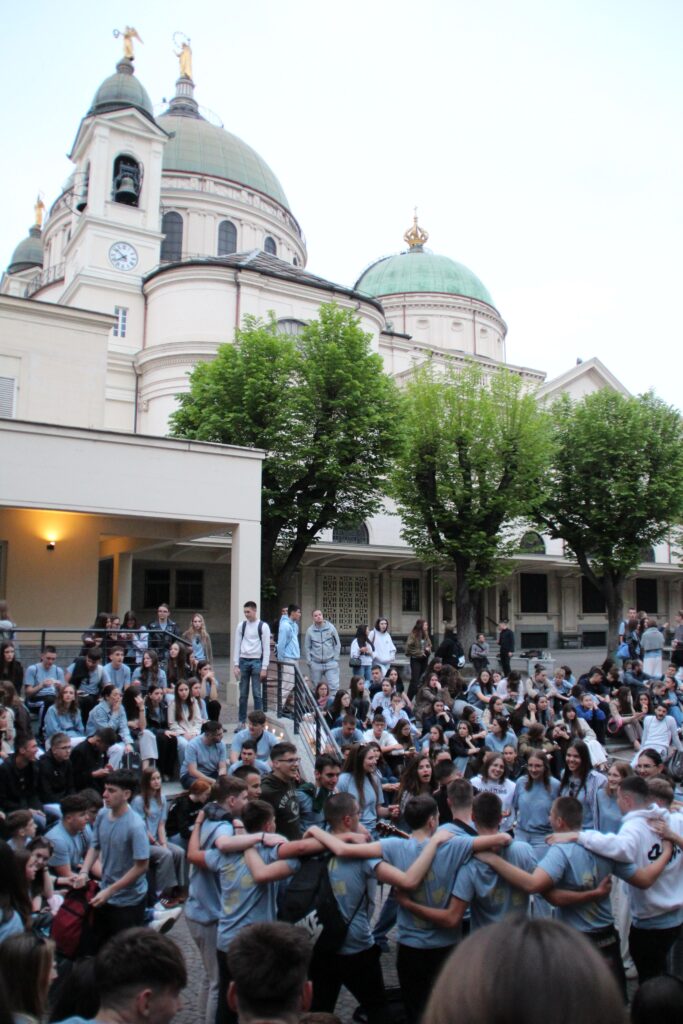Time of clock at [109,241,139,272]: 7:52
